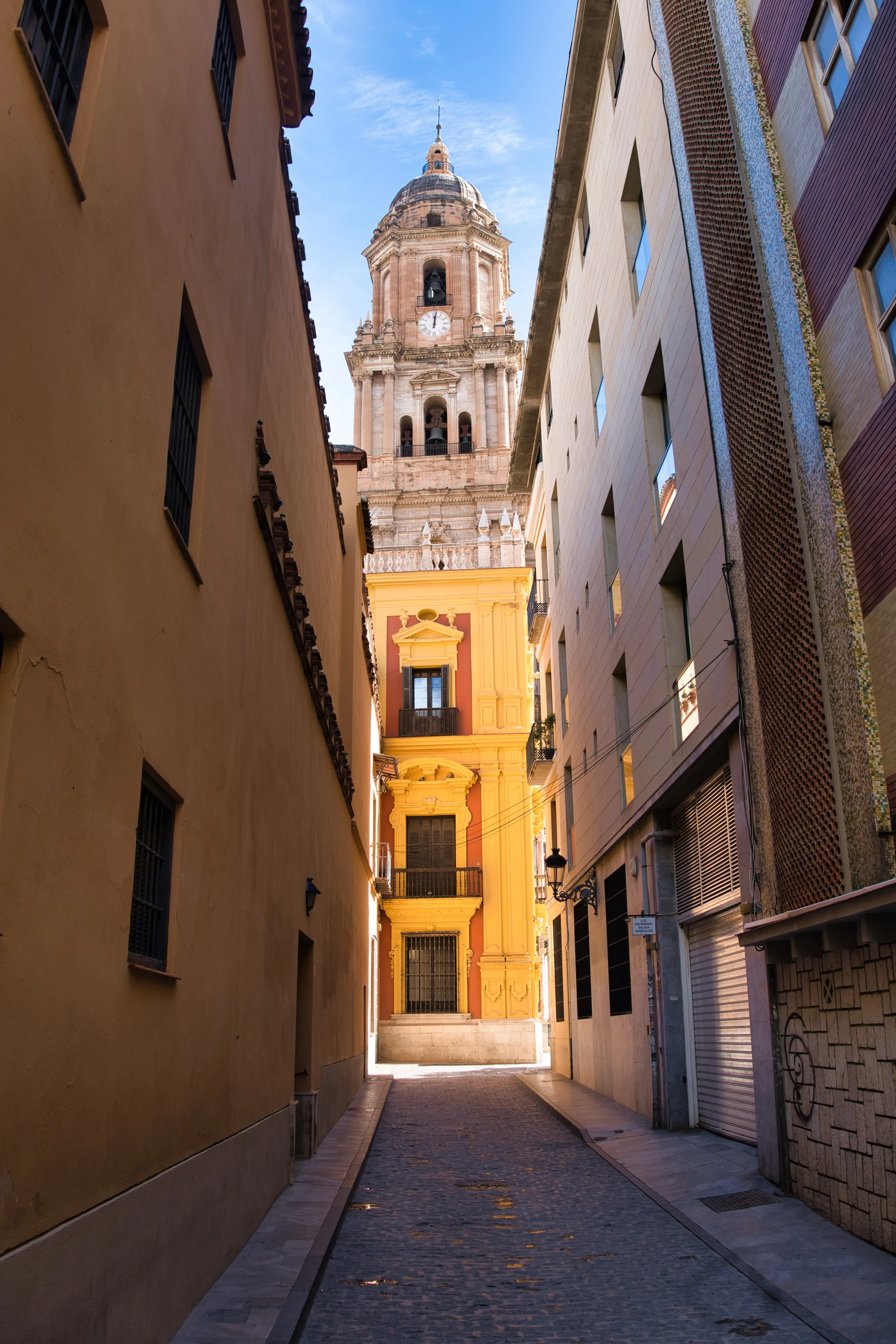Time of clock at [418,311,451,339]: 12:01
